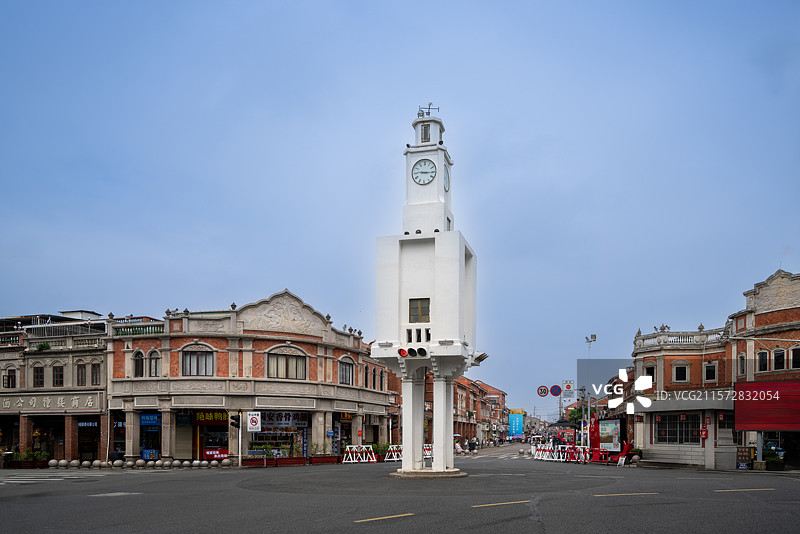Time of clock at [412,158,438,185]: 9:15
